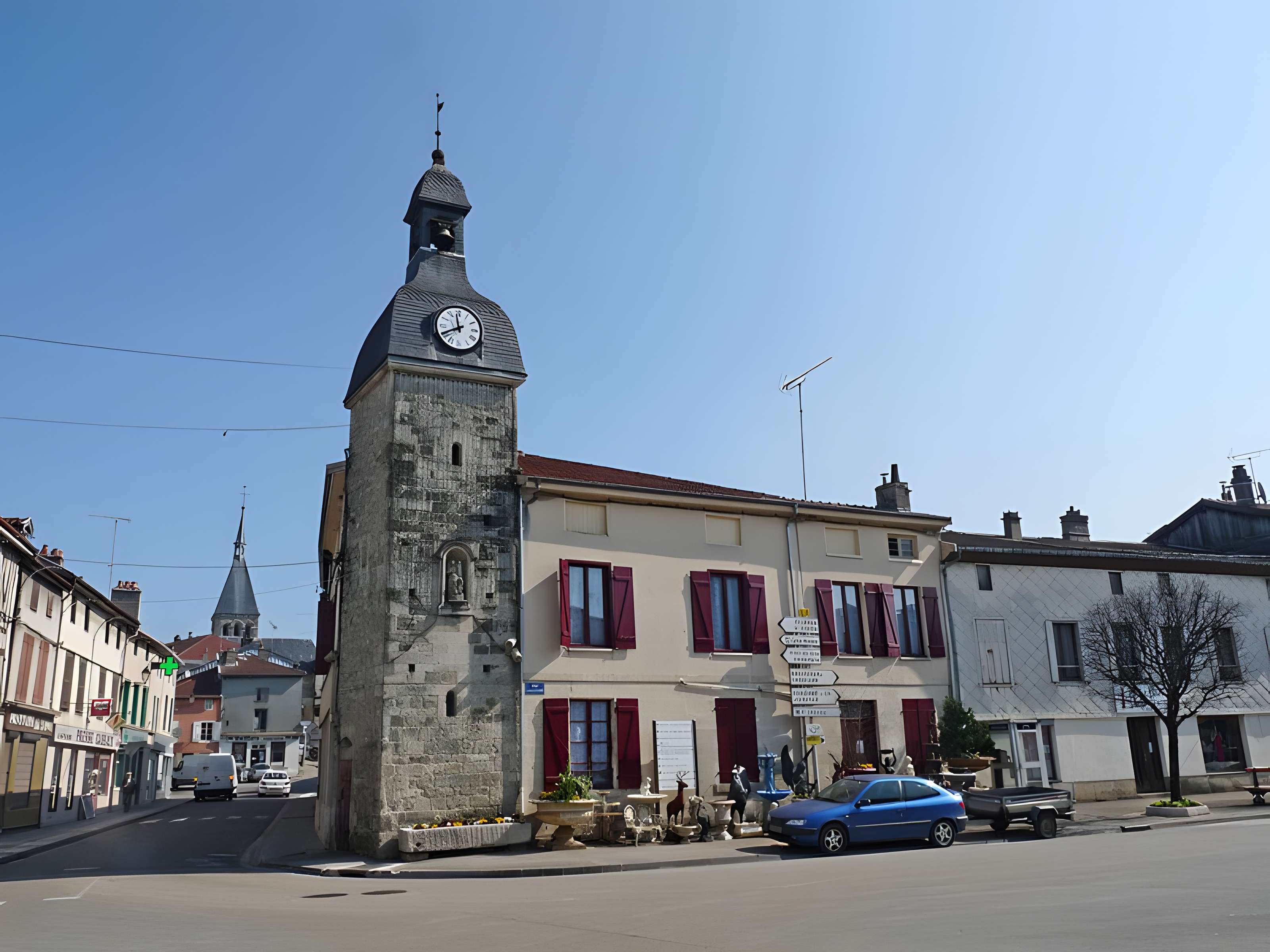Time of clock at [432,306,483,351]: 11:40
